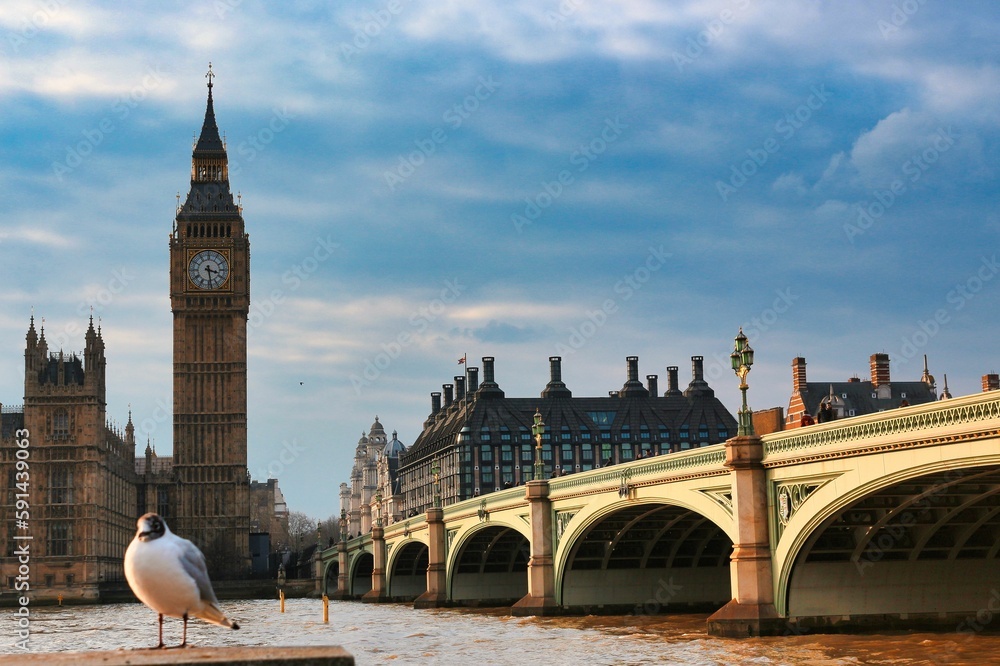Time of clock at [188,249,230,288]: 3:28
